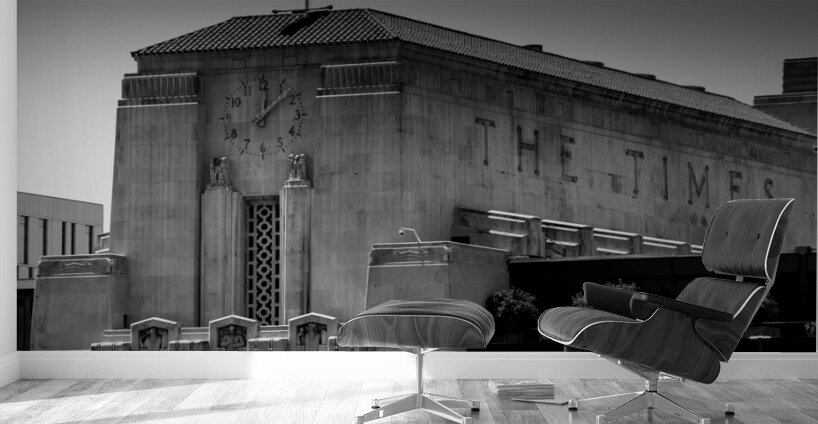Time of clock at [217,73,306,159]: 12:07
